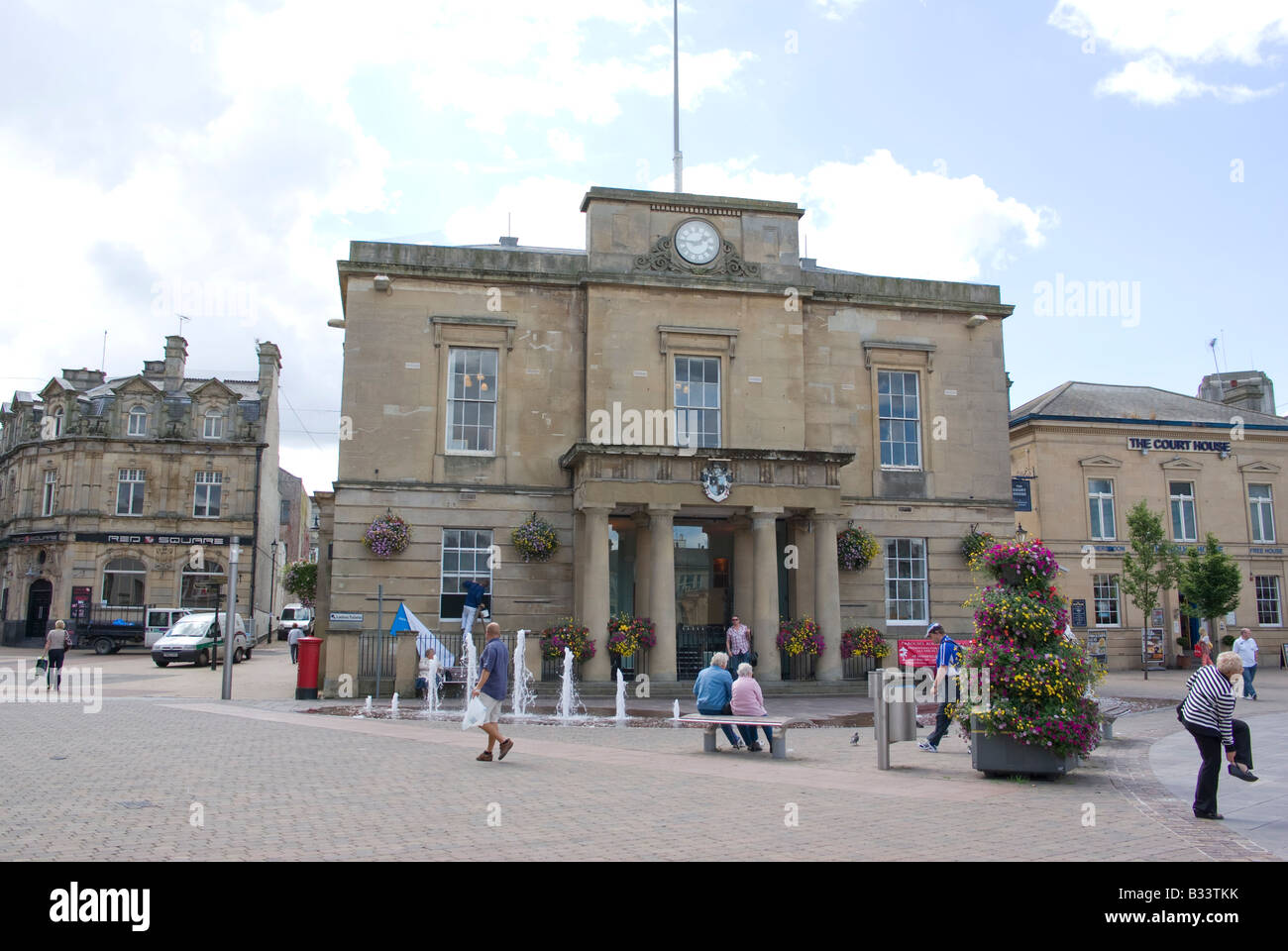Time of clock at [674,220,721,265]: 1:46
